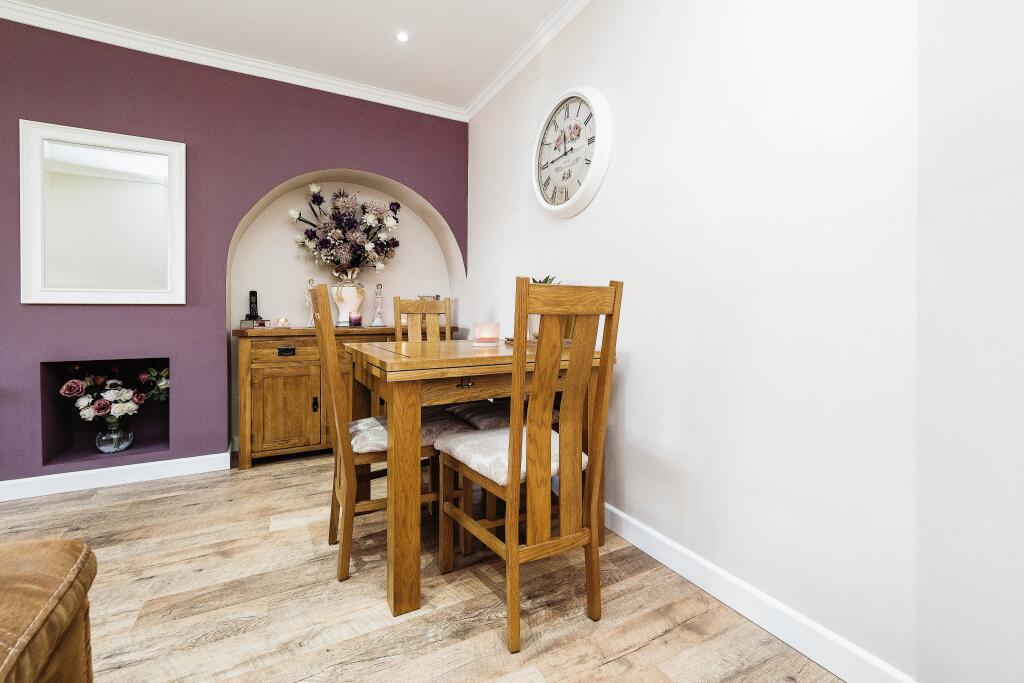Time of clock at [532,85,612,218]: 11:44
